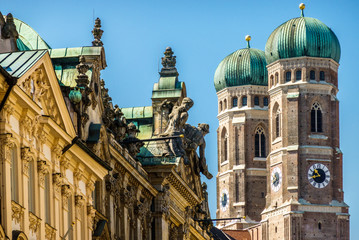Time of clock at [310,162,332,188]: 10:42
